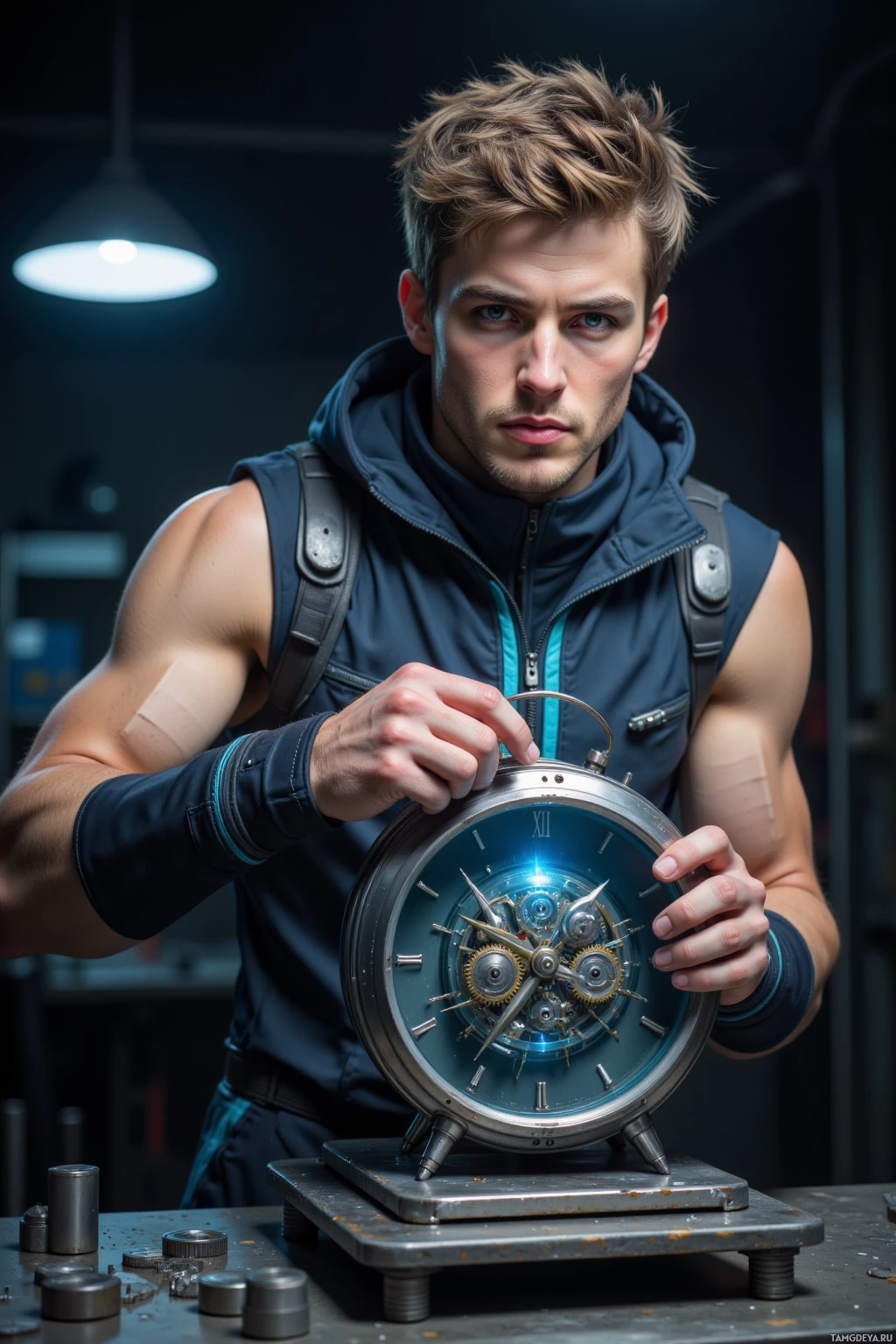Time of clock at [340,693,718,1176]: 10:35
